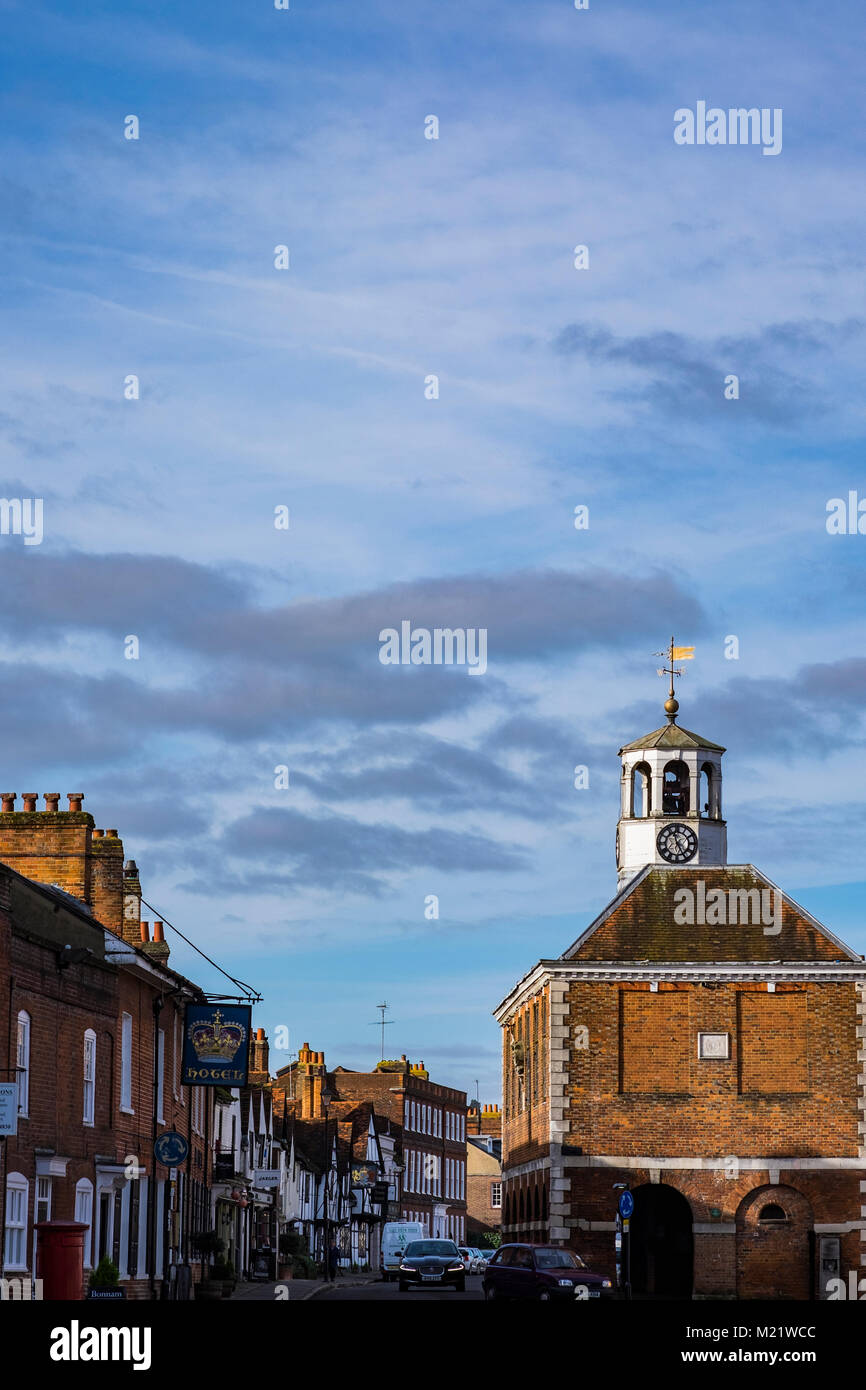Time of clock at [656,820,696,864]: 11:25
